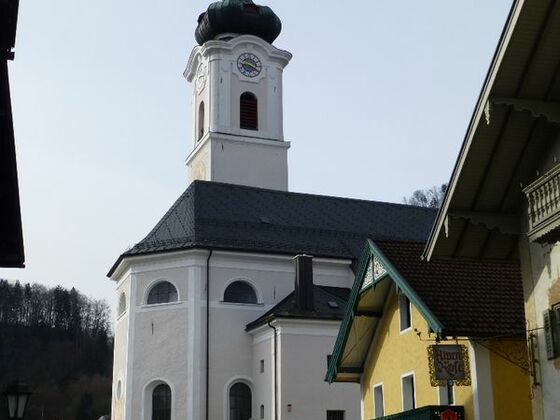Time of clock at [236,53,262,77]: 8:19
